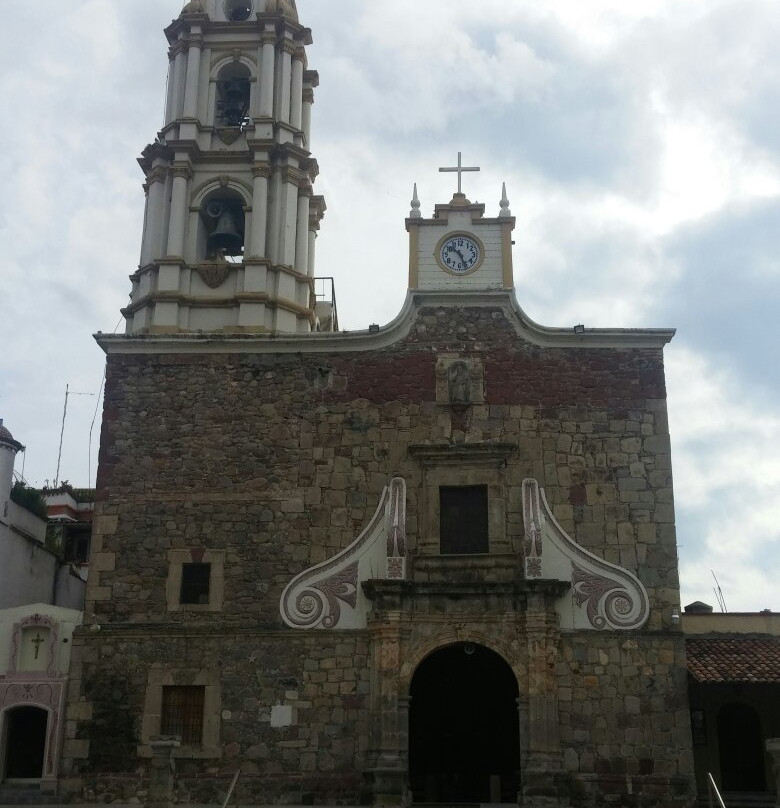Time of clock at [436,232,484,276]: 10:26
